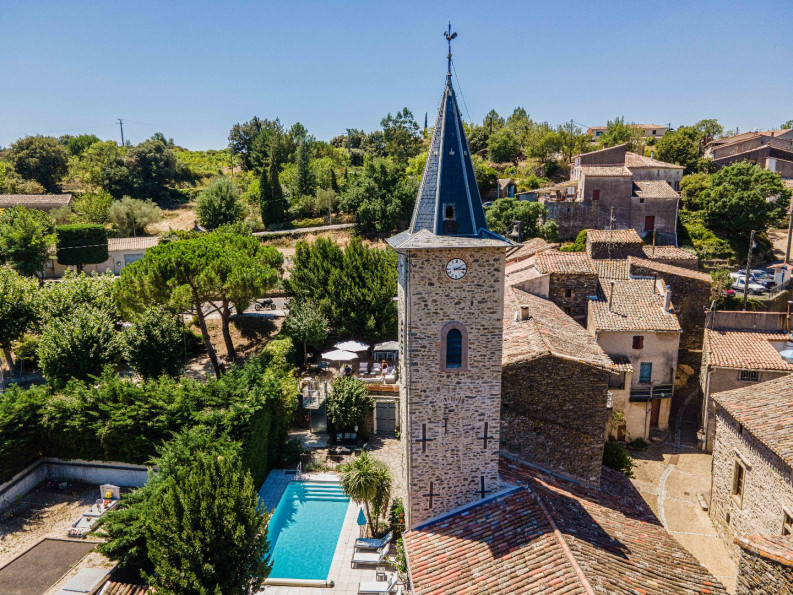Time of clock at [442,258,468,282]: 2:16
